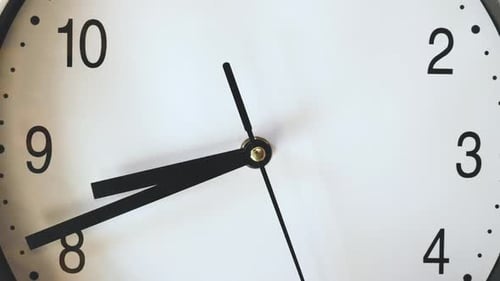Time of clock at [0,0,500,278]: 8:41
